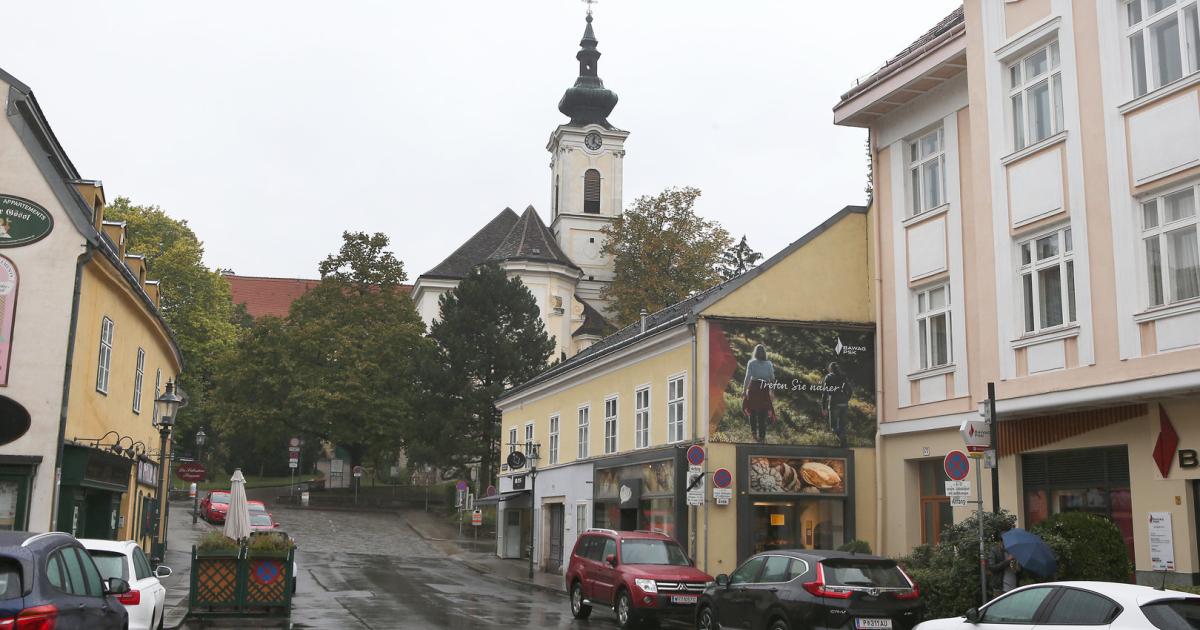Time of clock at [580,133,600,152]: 12:20
